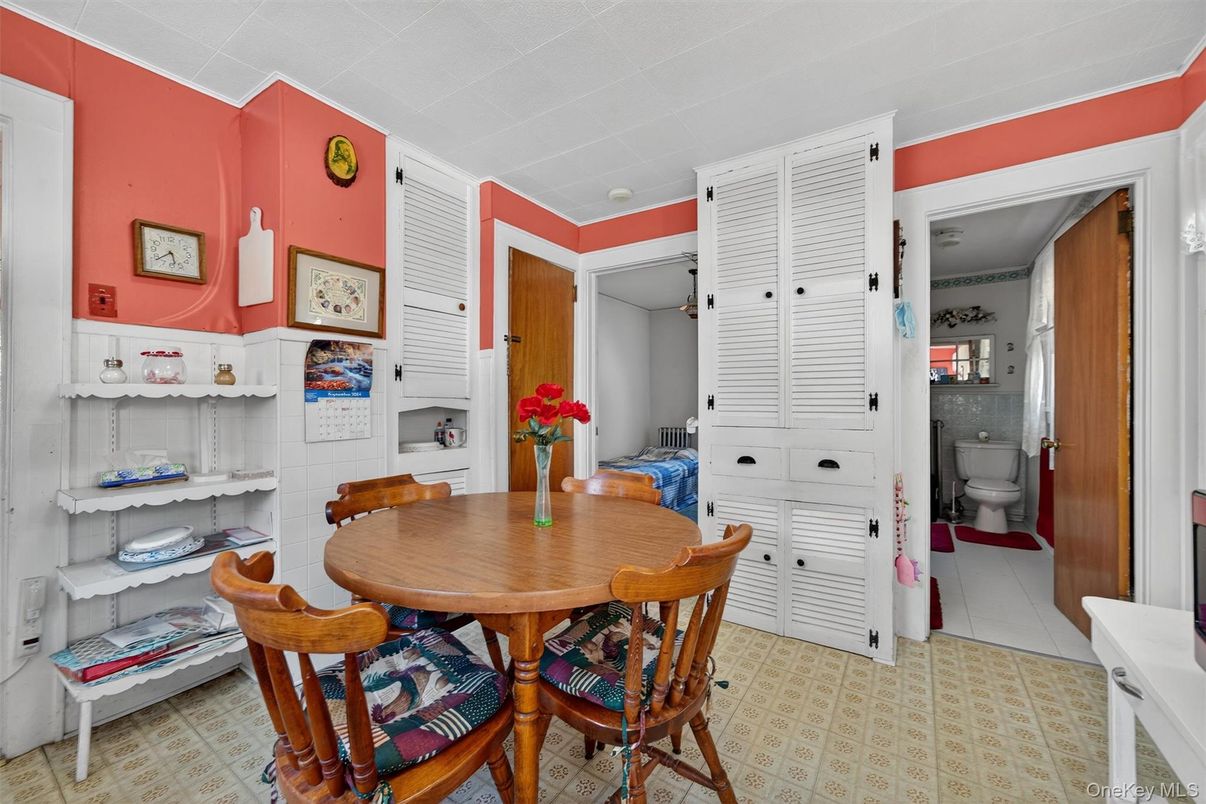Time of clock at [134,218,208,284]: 5:38
